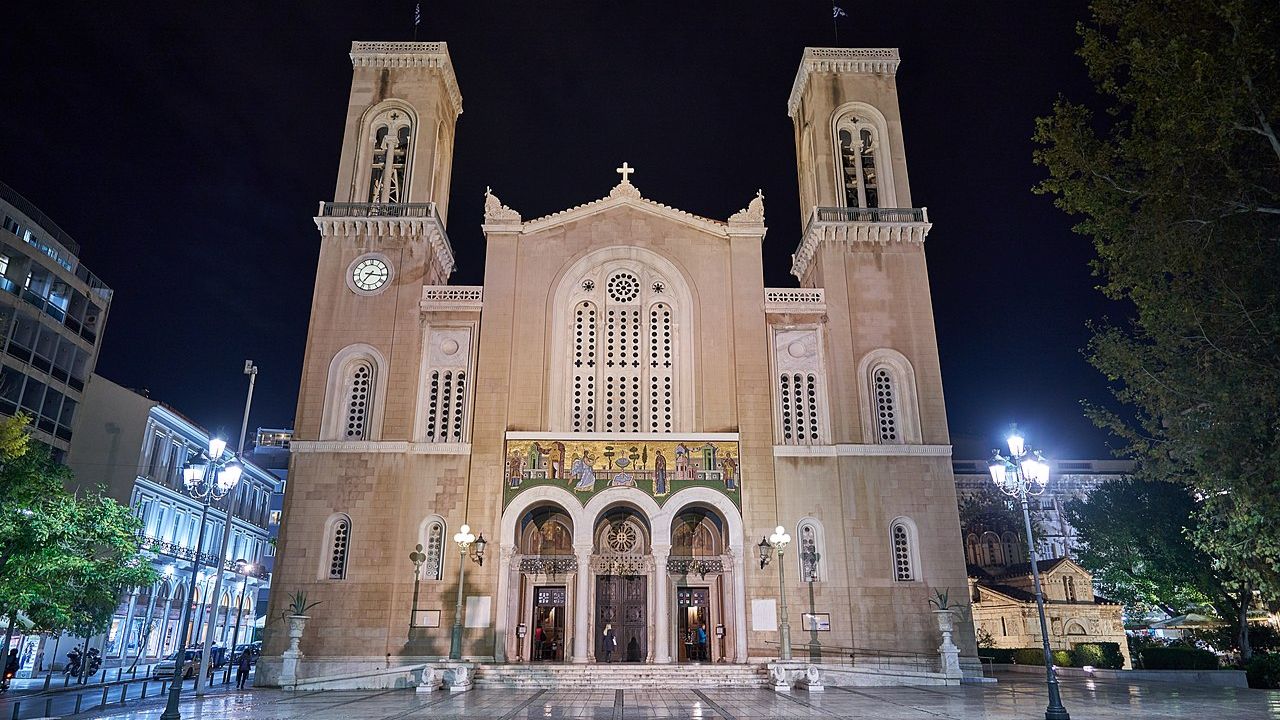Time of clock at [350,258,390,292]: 7:15
